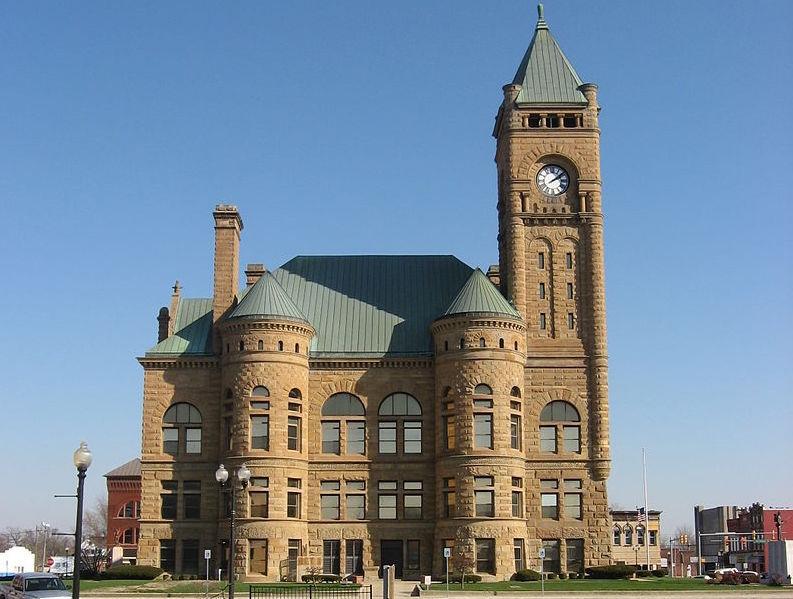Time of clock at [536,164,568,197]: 2:08
